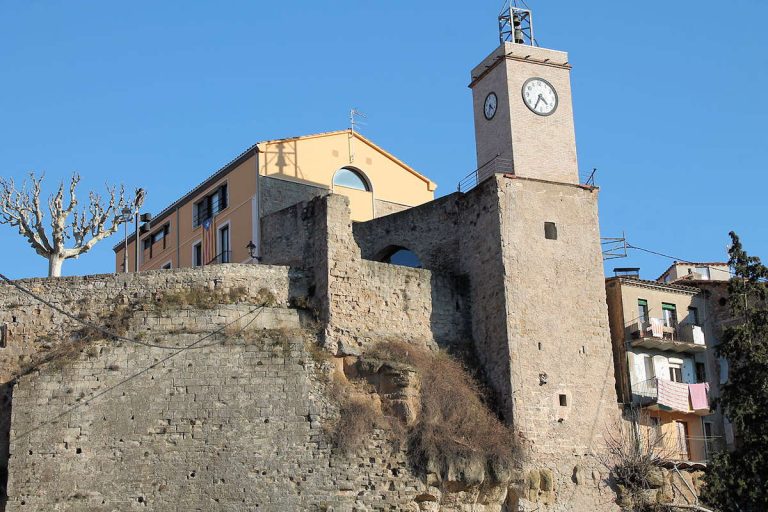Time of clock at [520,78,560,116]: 4:34
